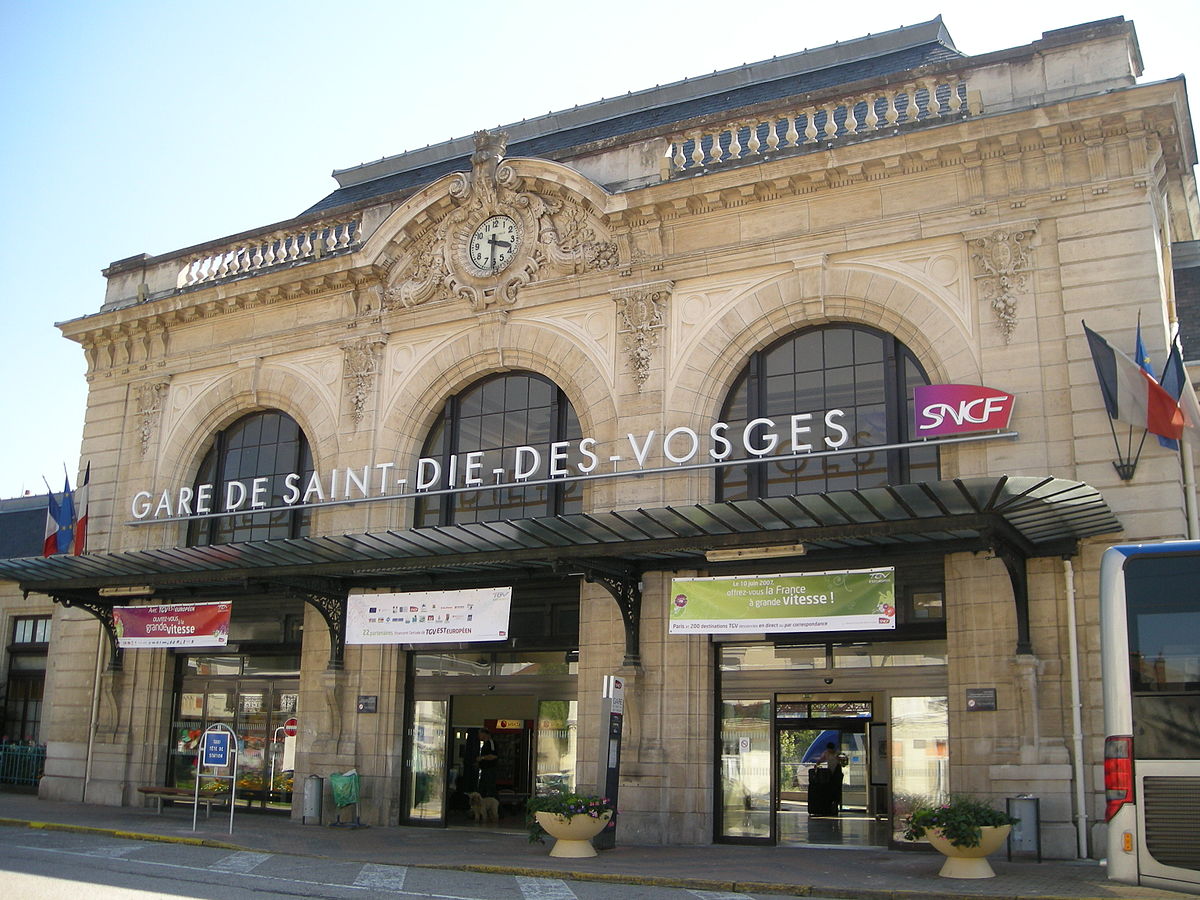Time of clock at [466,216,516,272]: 3:30
